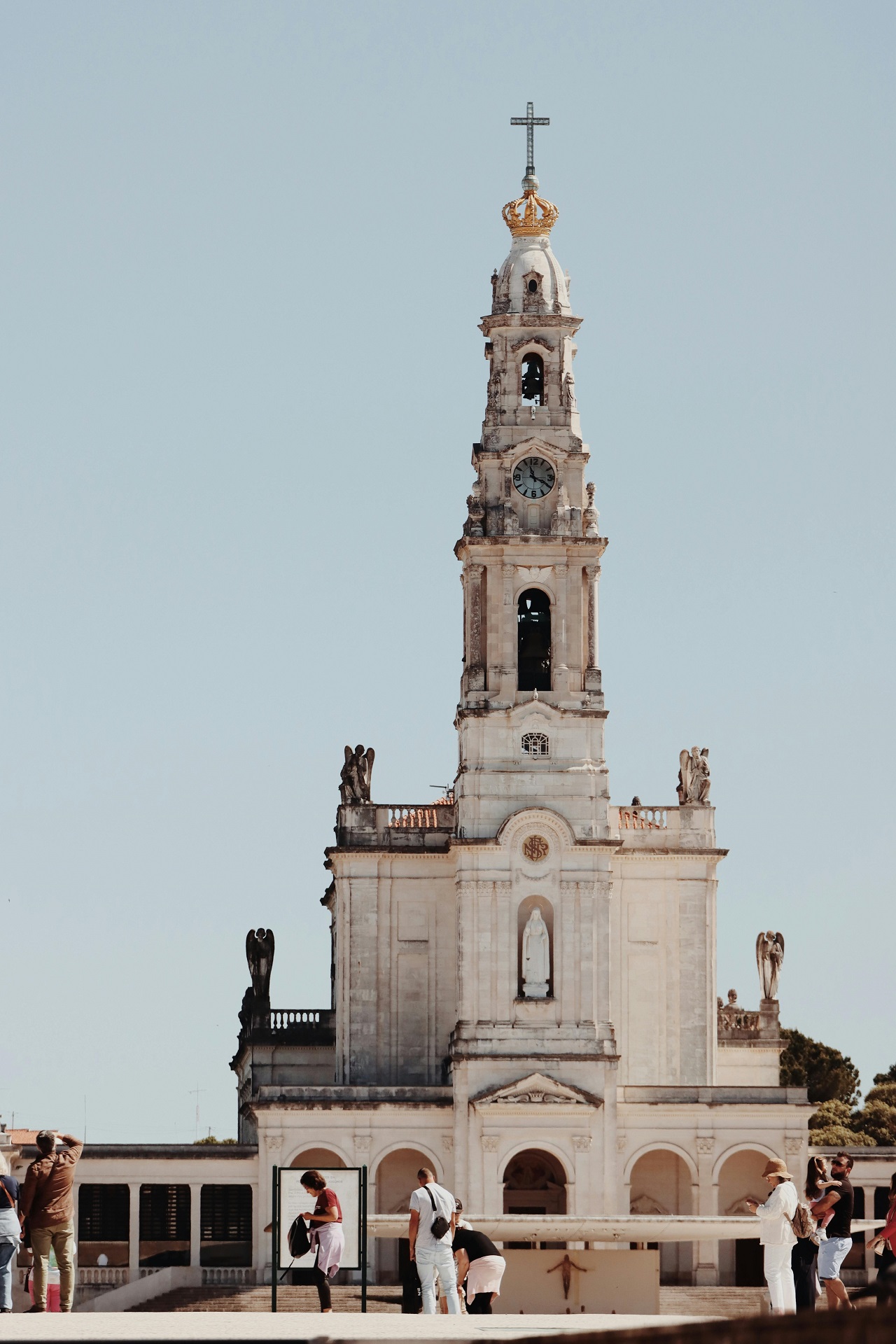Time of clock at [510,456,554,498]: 11:19
